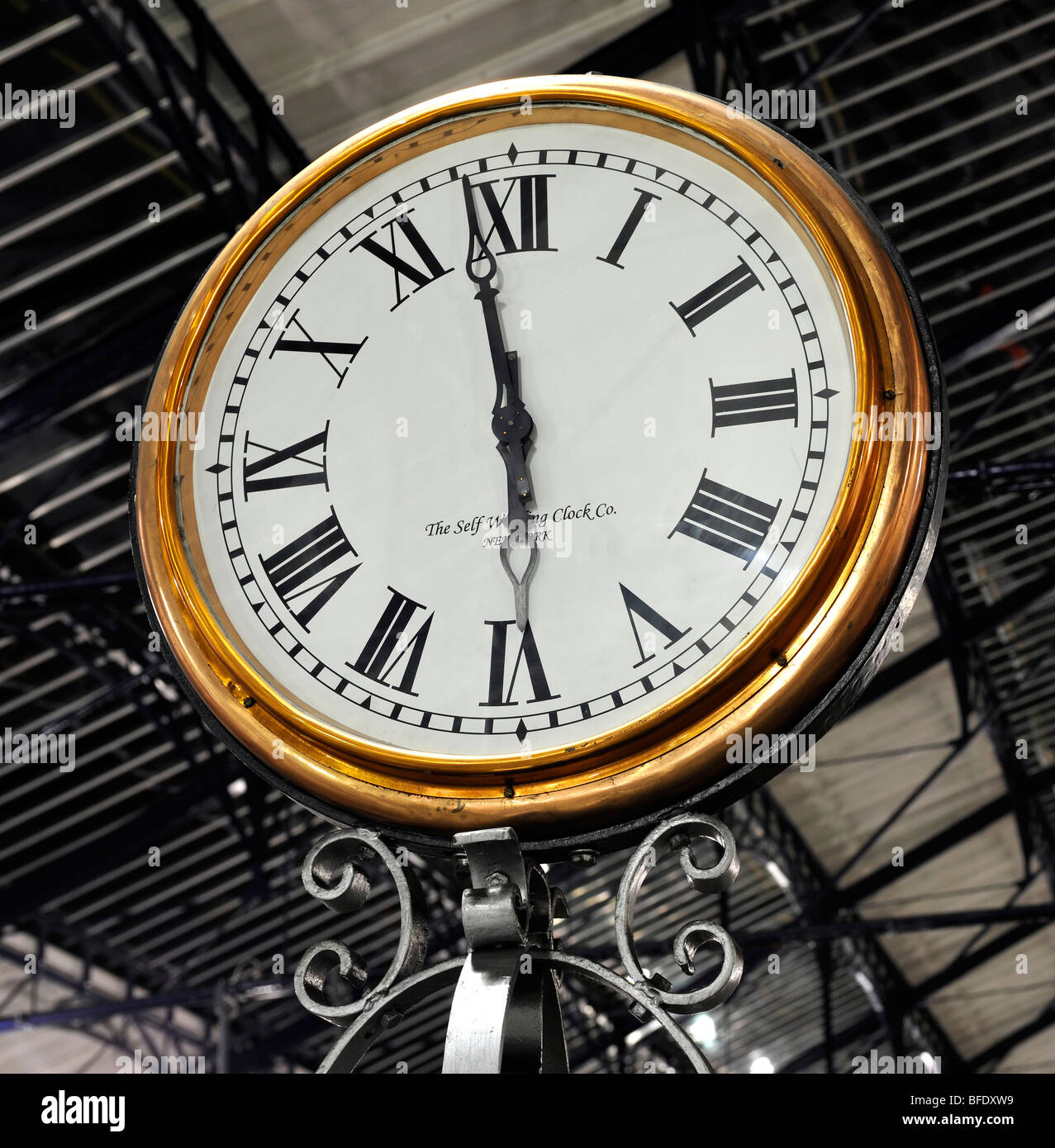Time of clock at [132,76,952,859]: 5:58
